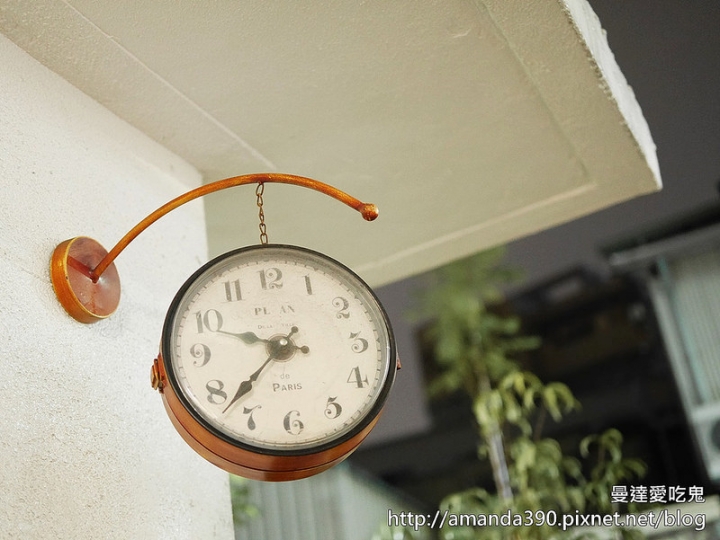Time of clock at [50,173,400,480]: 9:38
